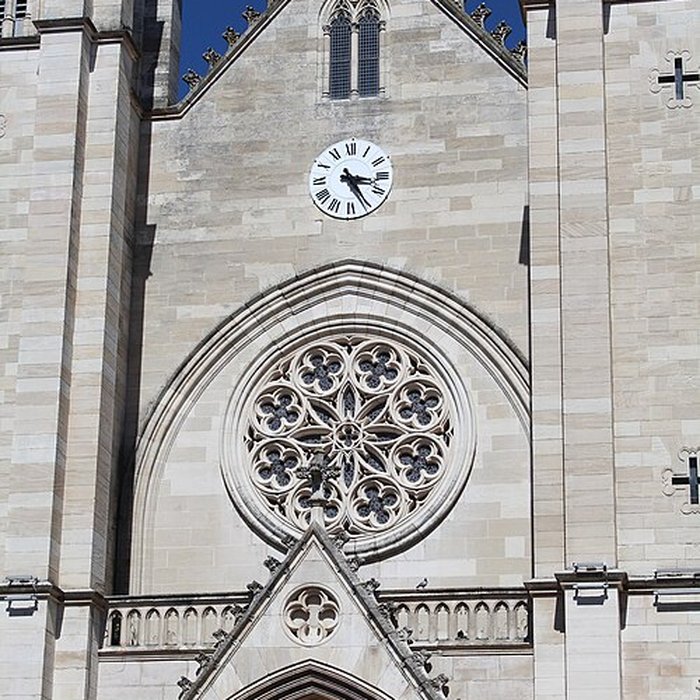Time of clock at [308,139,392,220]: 3:24
